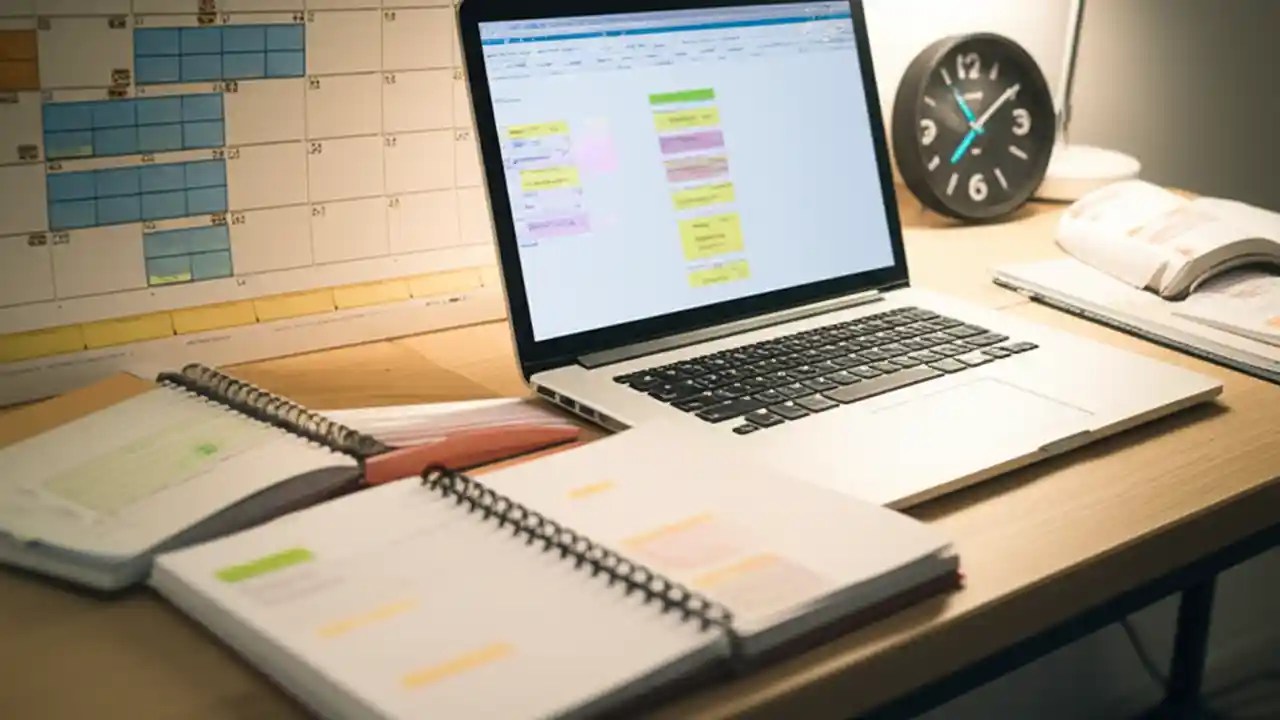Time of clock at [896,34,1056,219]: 7:09
